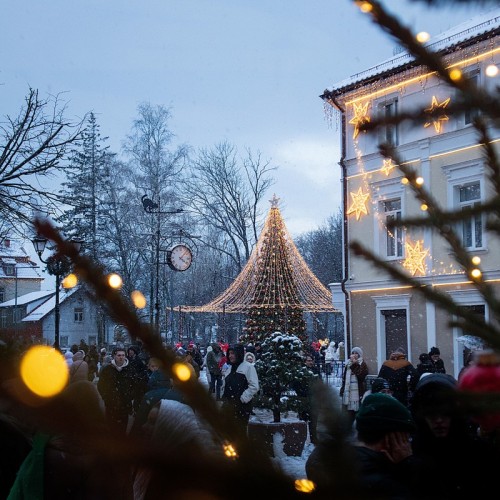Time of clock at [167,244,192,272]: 4:07
